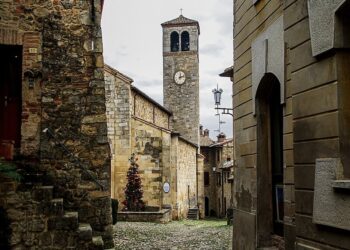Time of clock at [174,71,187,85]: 12:12
